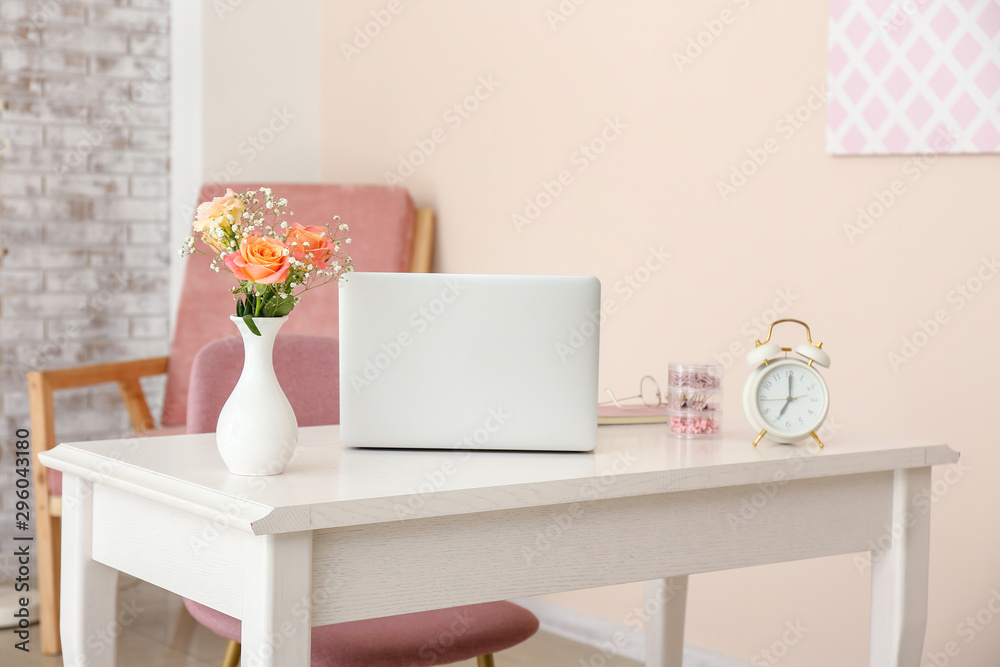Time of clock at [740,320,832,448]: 7:00
